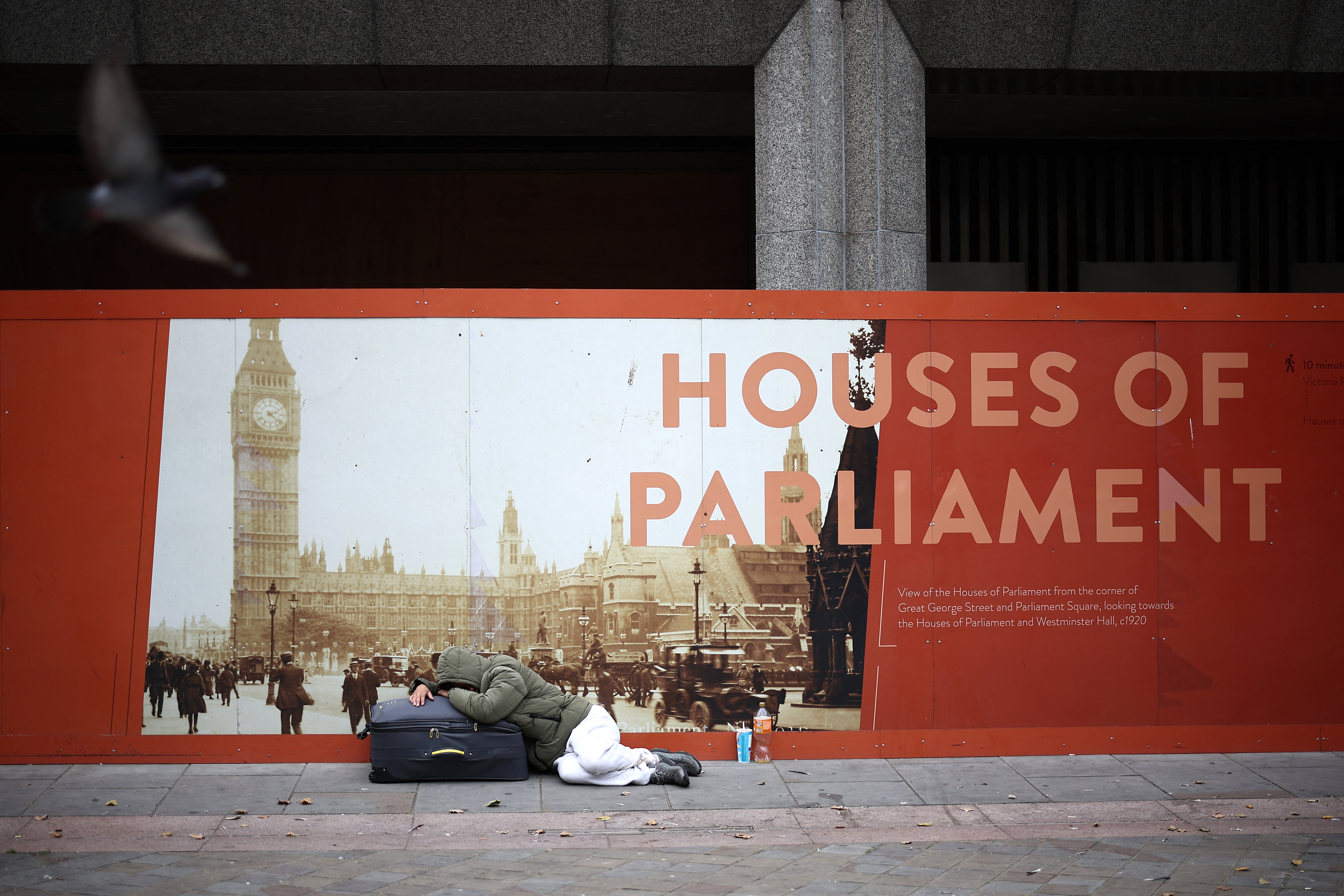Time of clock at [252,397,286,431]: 2:21
